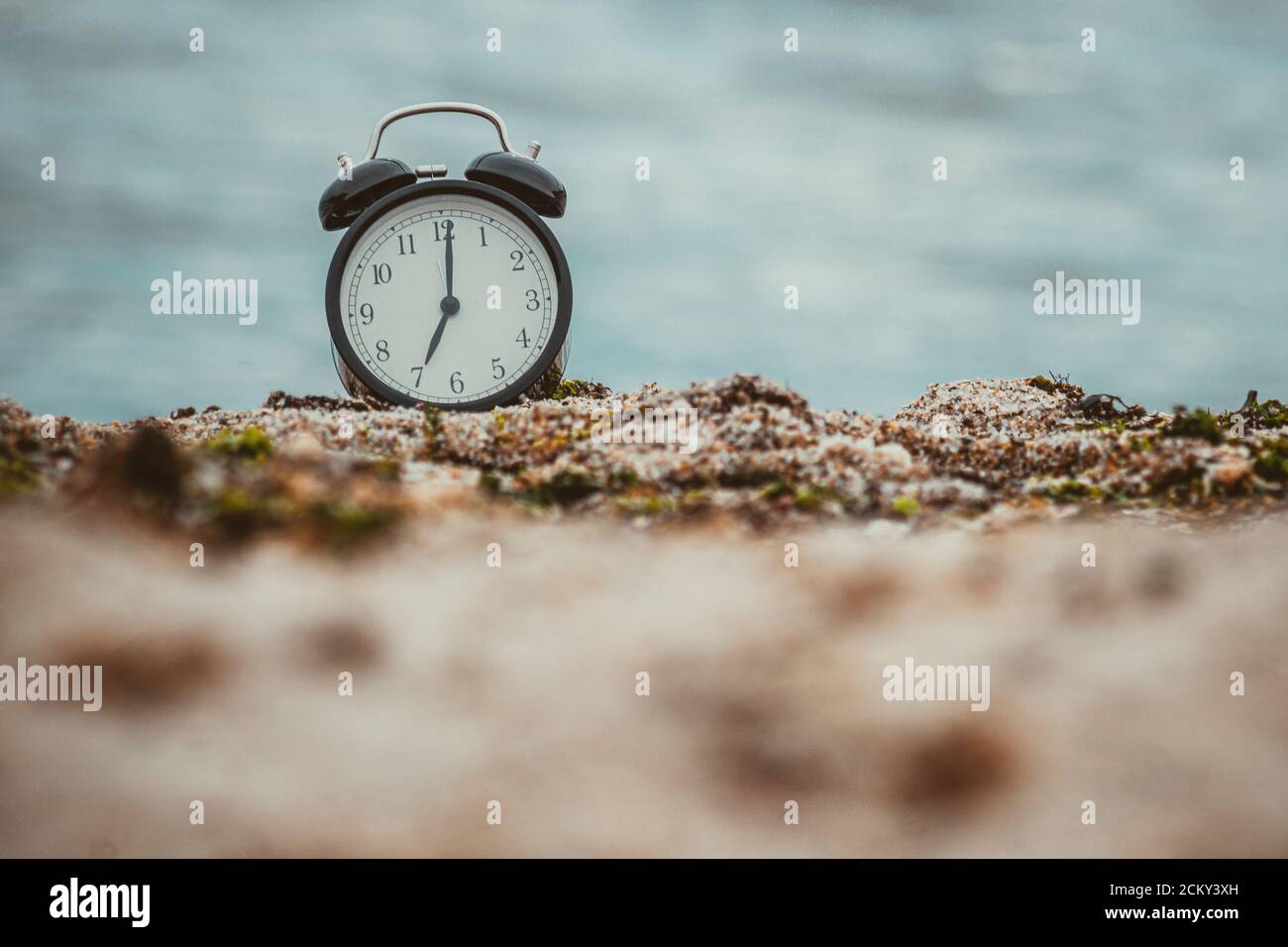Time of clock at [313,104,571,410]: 7:00
